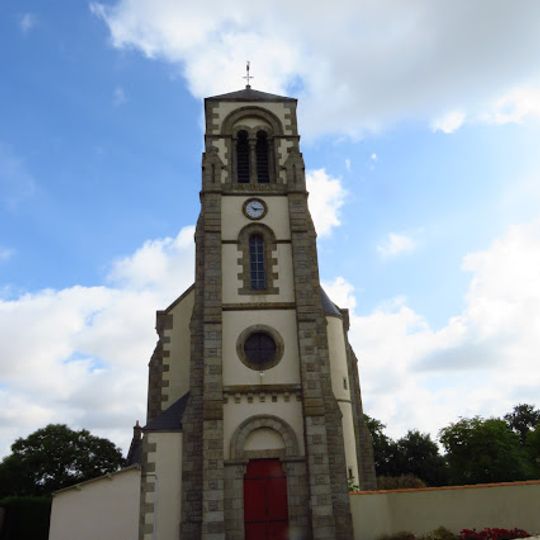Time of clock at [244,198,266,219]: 10:14
